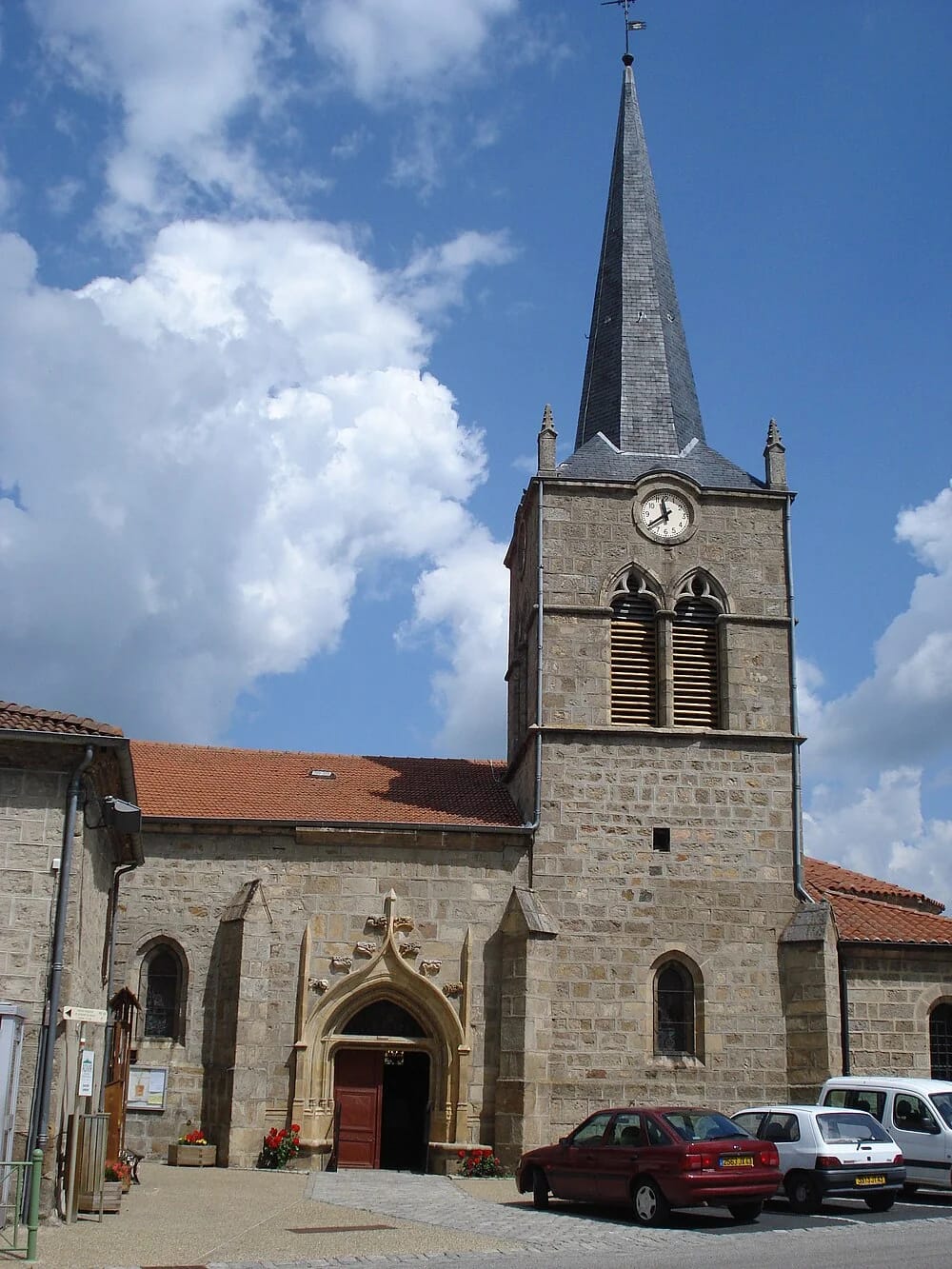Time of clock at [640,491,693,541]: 11:39
